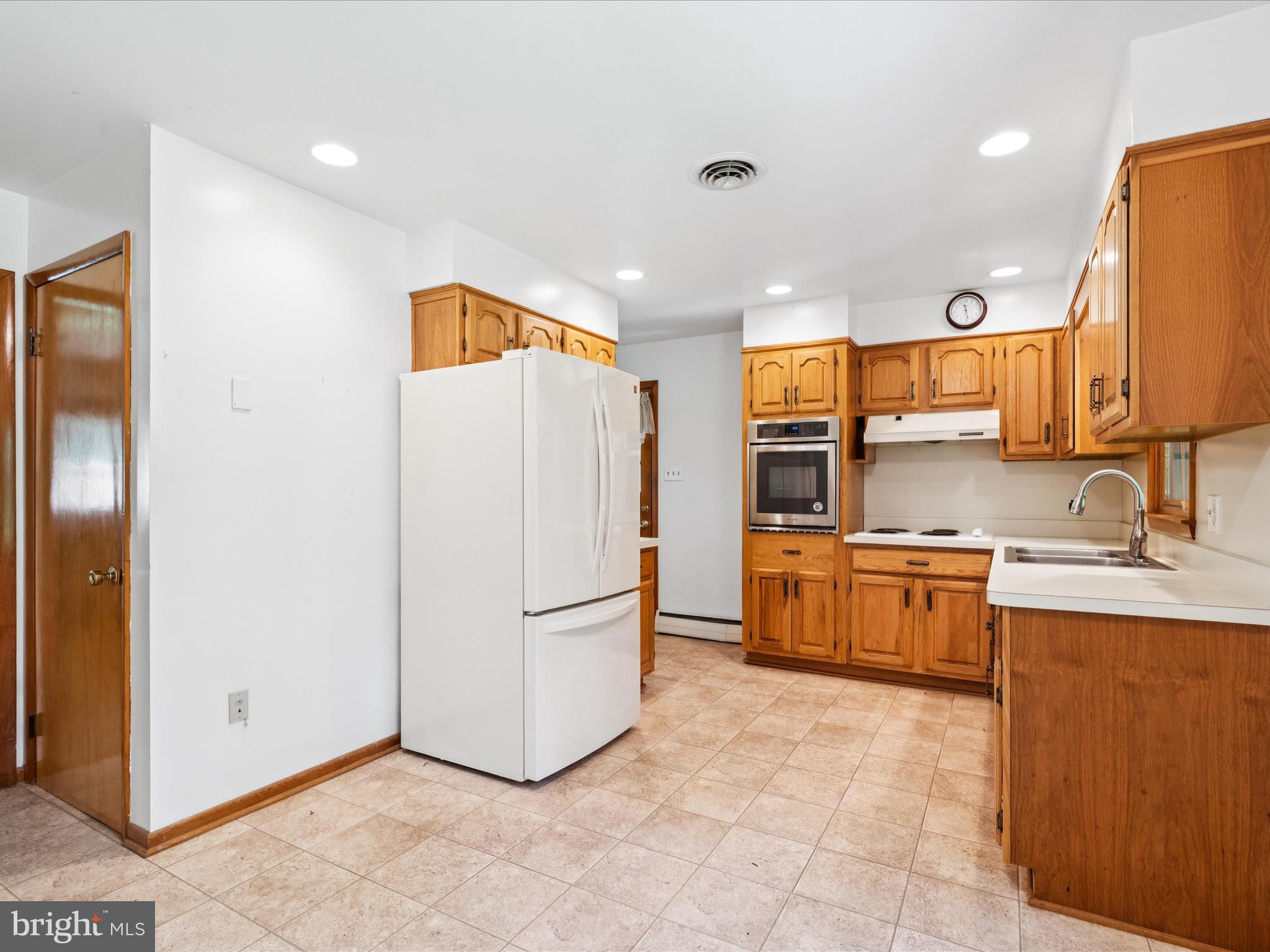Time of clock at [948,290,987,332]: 11:28
